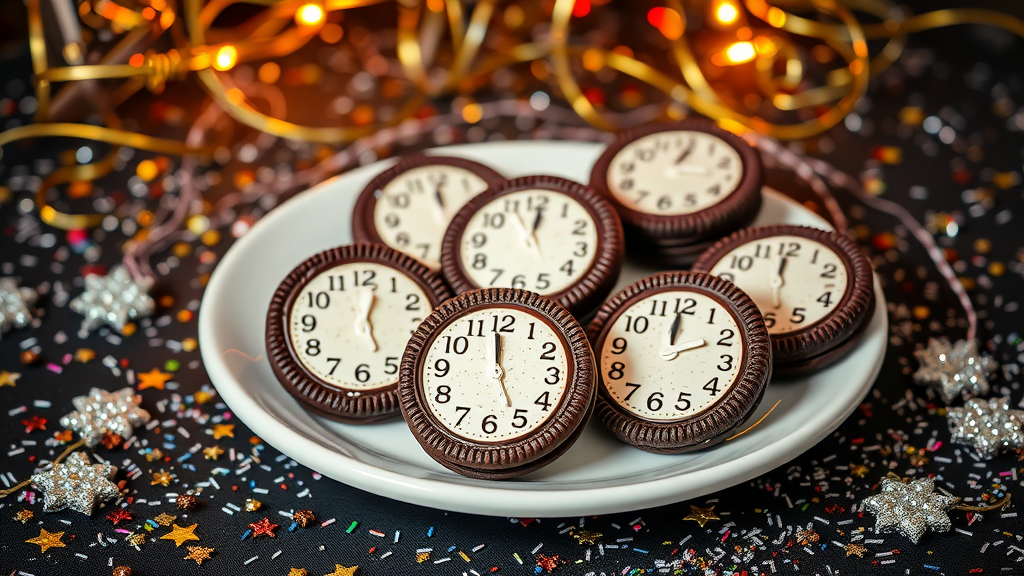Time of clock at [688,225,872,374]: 11:59
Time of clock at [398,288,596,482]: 11:58
